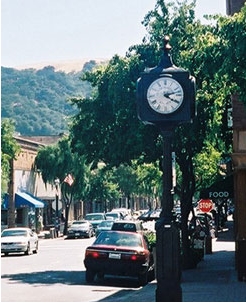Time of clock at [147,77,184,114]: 4:12
